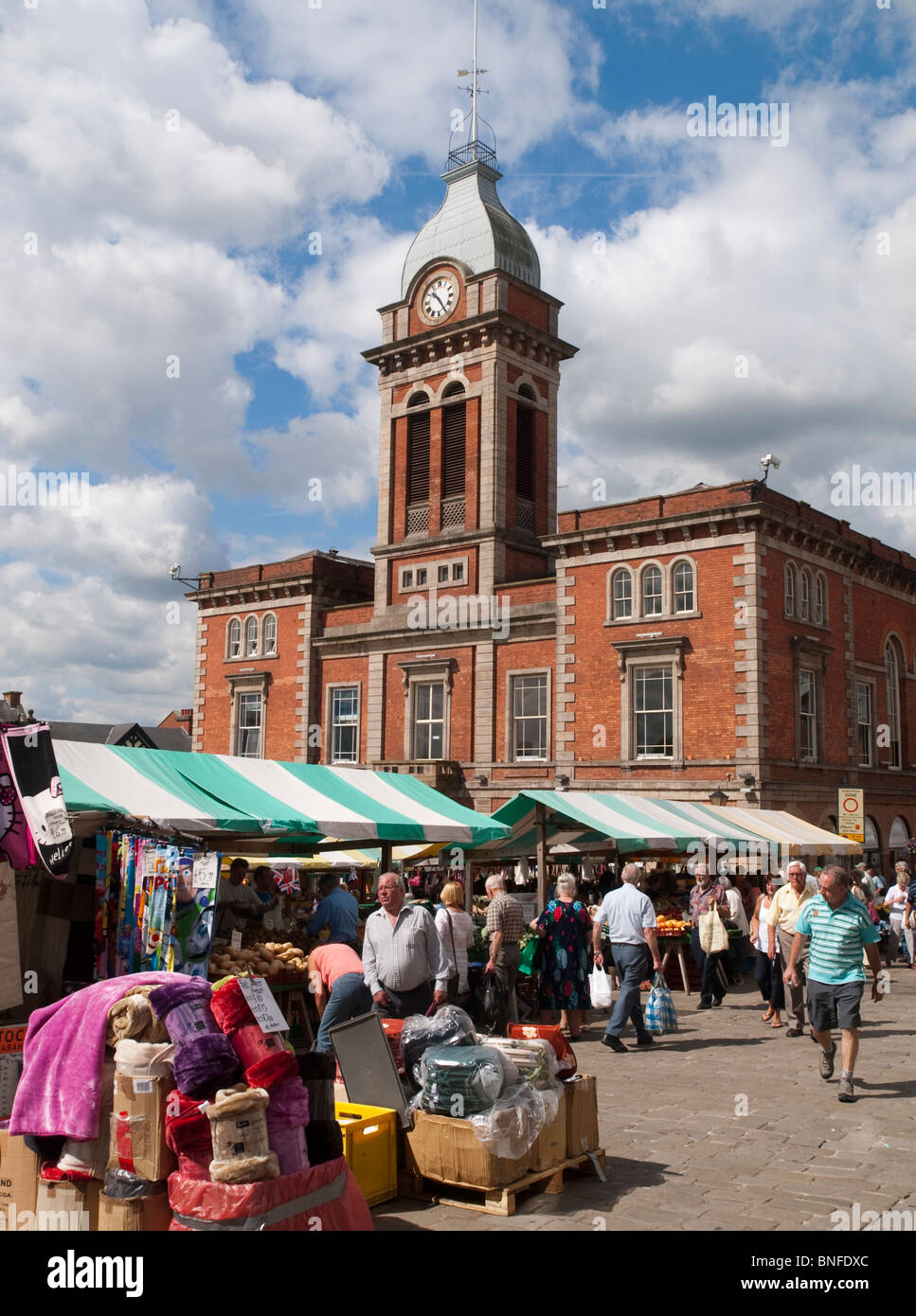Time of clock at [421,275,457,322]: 10:24
